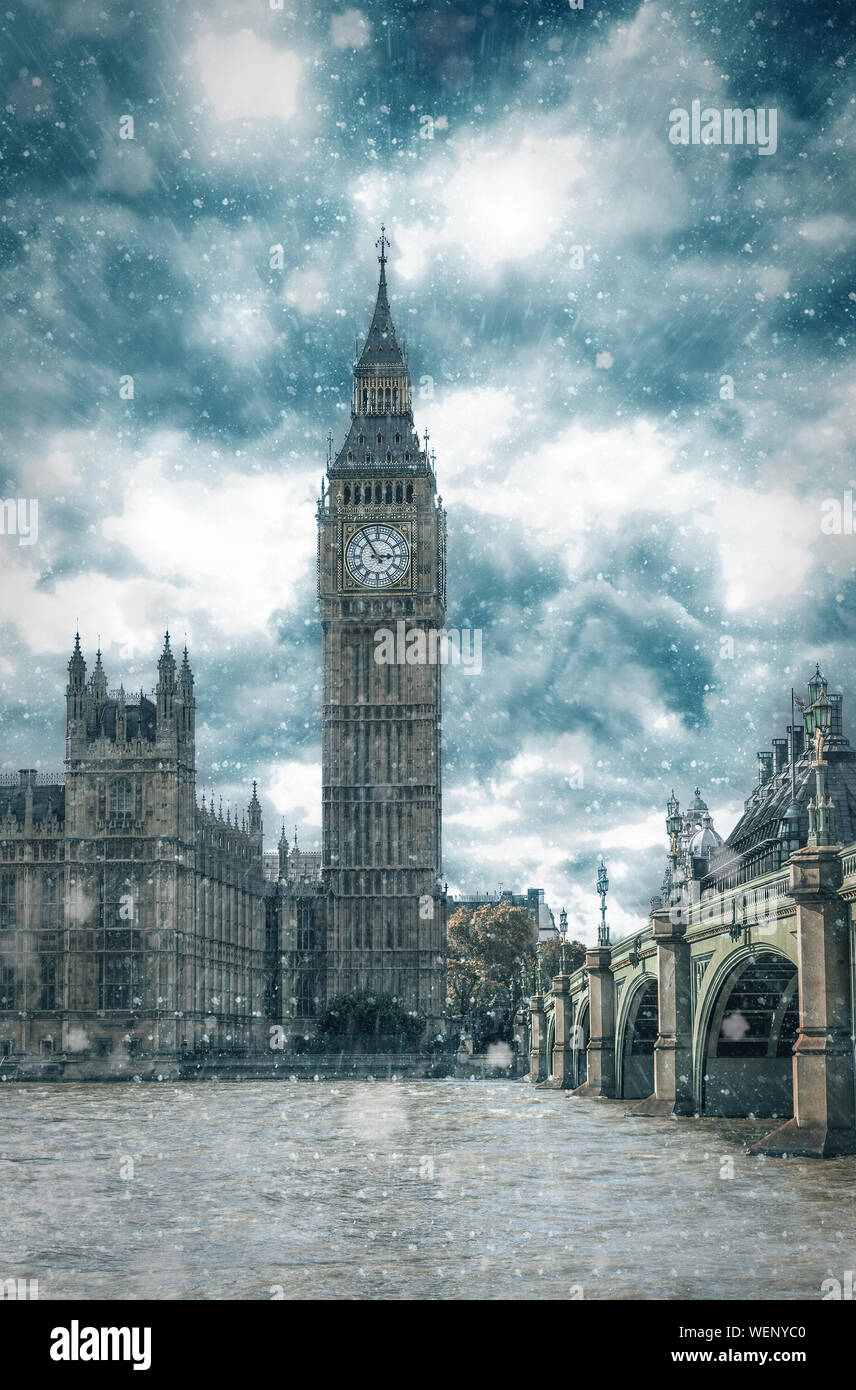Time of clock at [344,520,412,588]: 2:54
